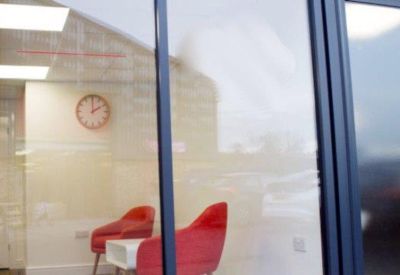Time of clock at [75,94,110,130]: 1:59
